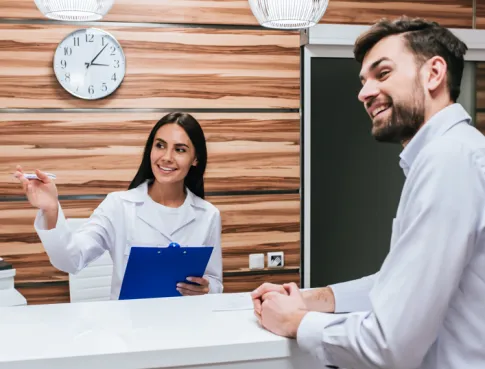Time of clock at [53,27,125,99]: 3:07
